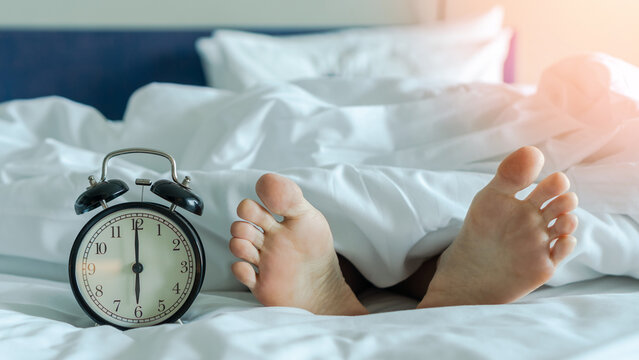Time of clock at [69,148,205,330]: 6:00
